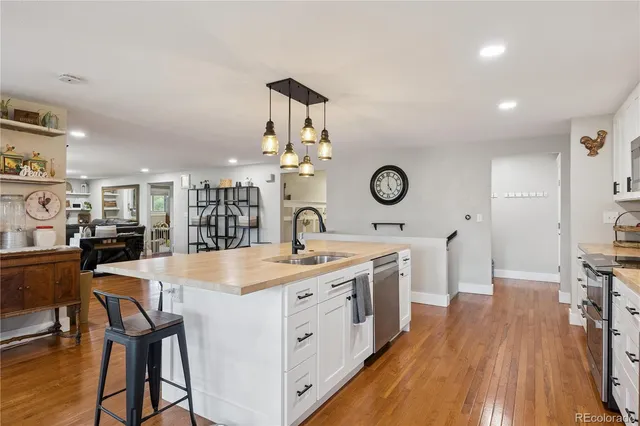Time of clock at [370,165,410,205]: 5:00
